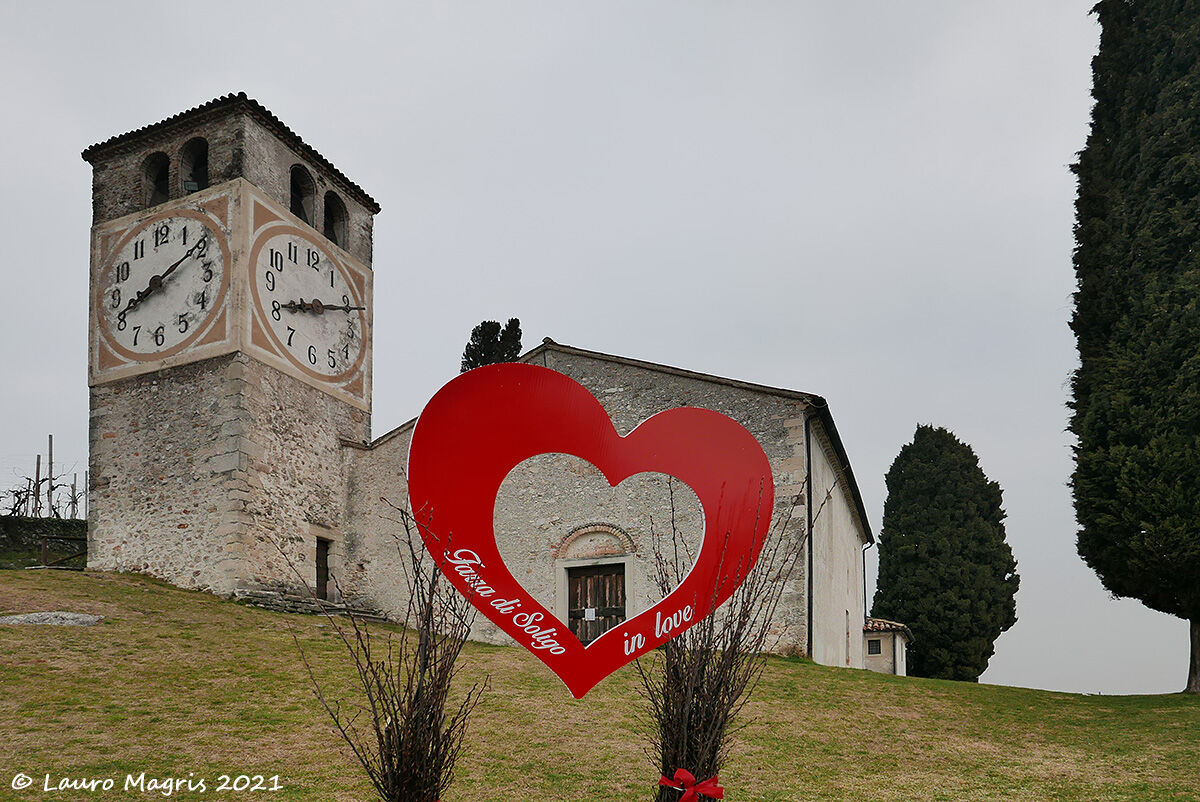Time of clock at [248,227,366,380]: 8:11
